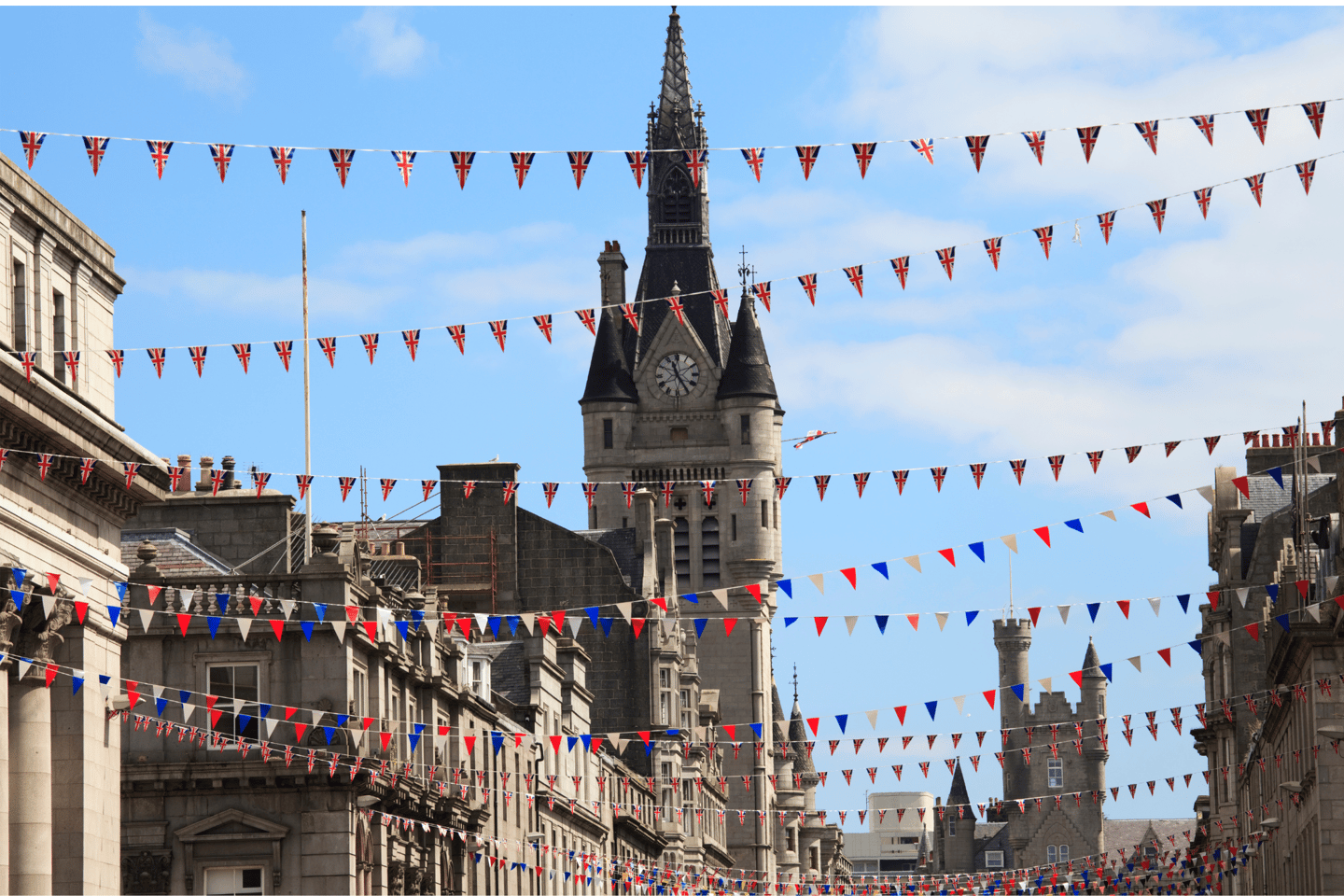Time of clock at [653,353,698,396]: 11:24
